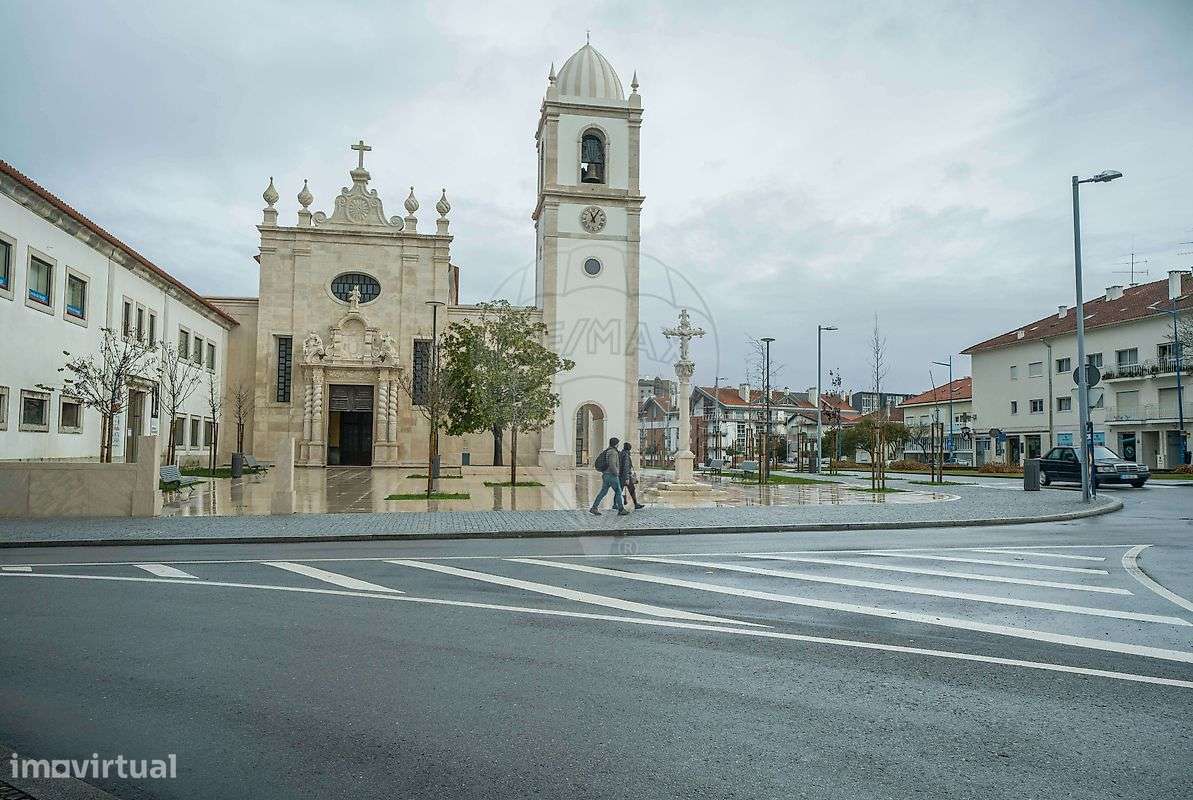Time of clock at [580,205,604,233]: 11:05
